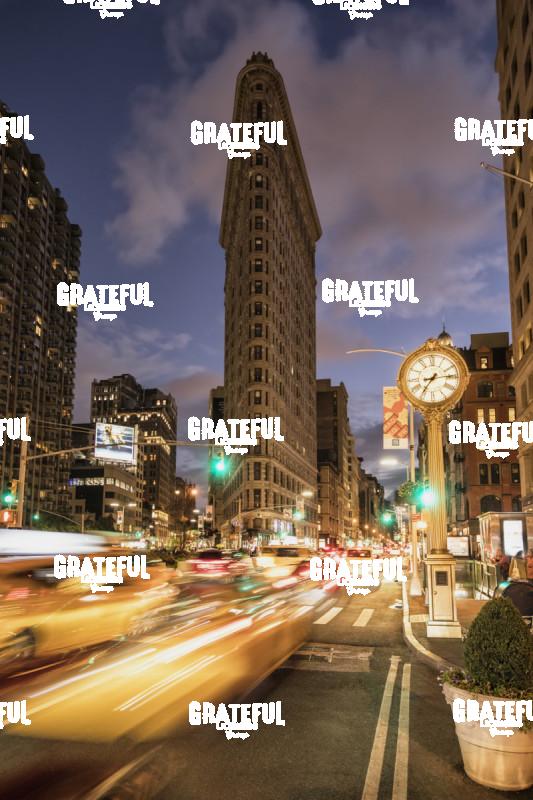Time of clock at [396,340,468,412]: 7:14
